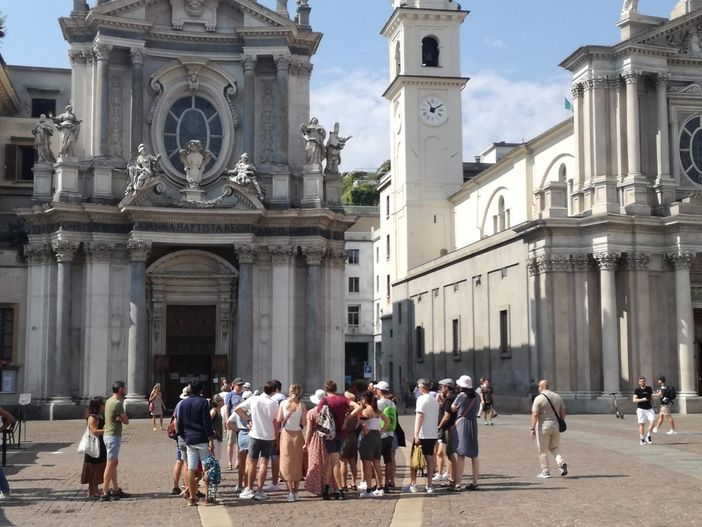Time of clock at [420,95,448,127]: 11:09
